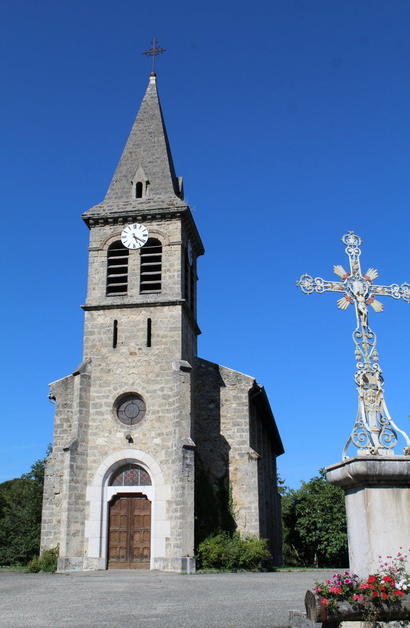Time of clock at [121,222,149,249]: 5:21
